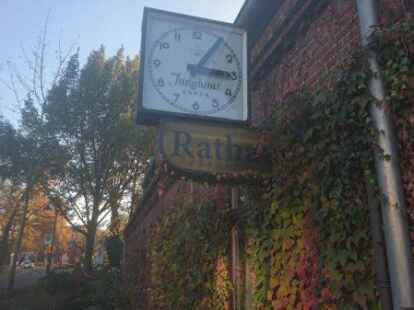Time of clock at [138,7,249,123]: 3:05
